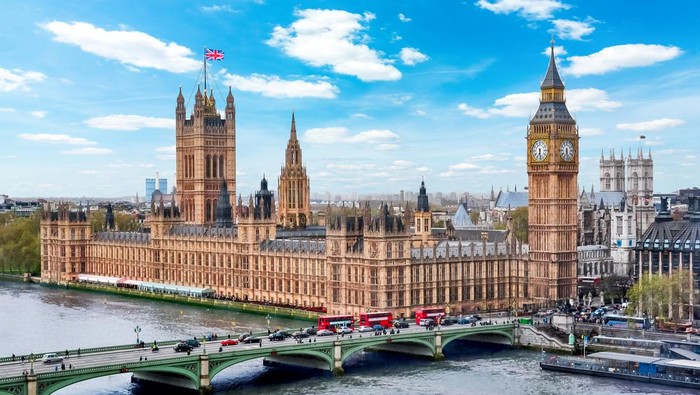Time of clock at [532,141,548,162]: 6:28
